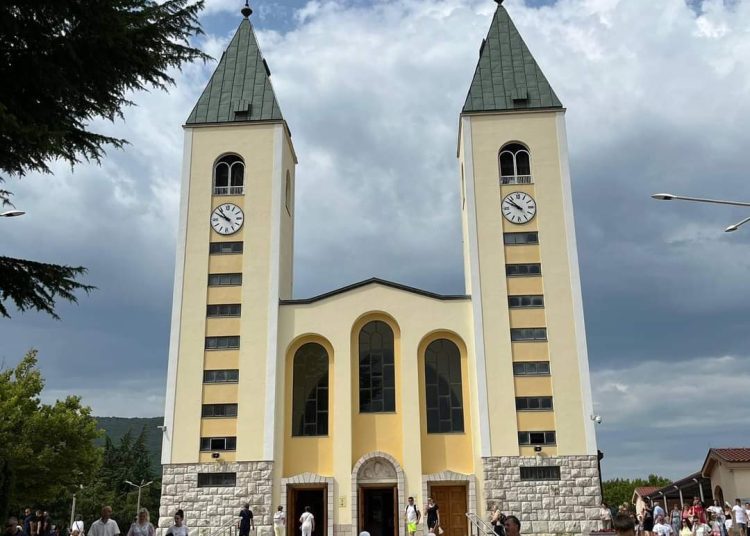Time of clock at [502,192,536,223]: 9:52
